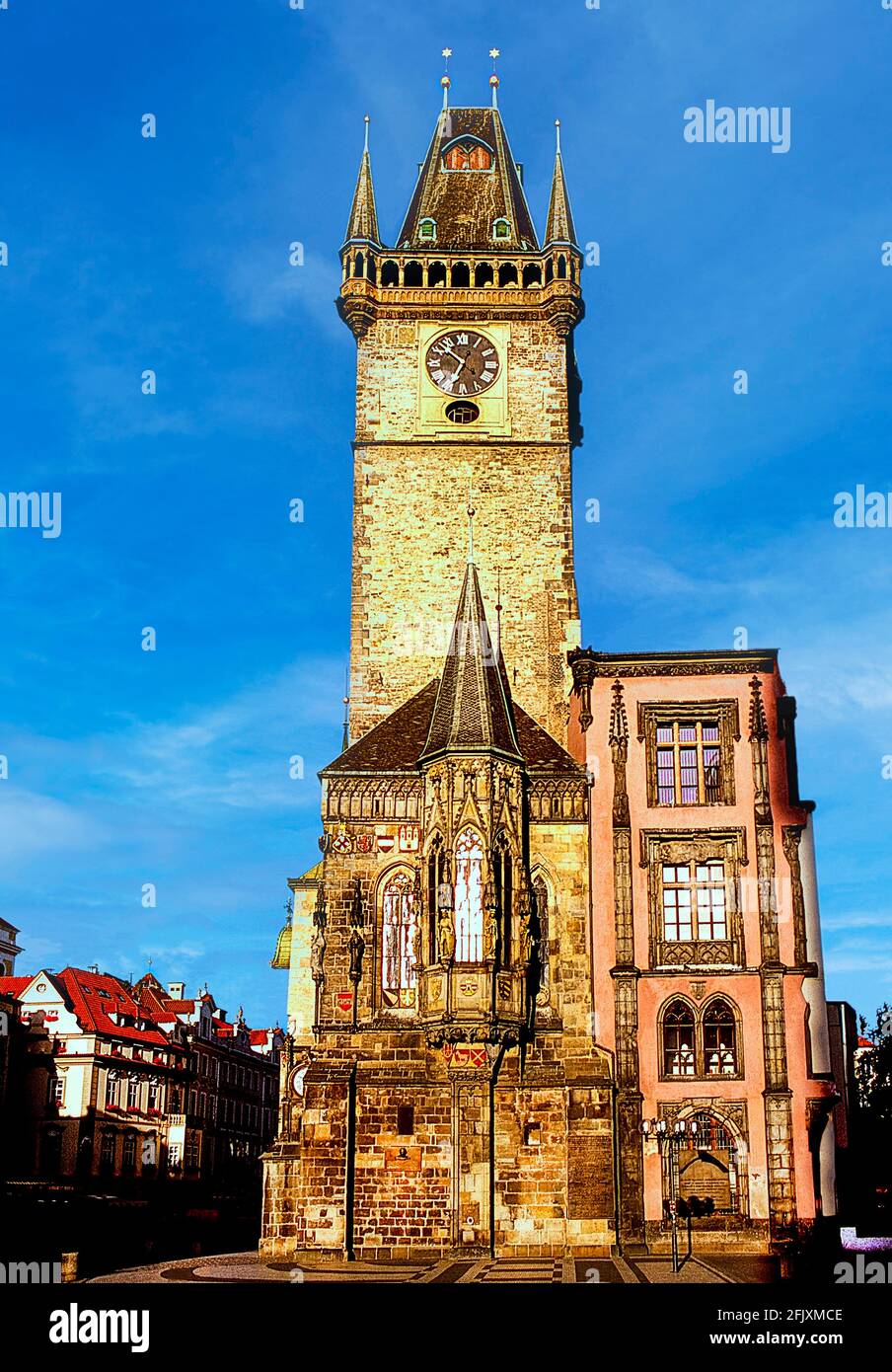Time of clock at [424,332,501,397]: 6:52
